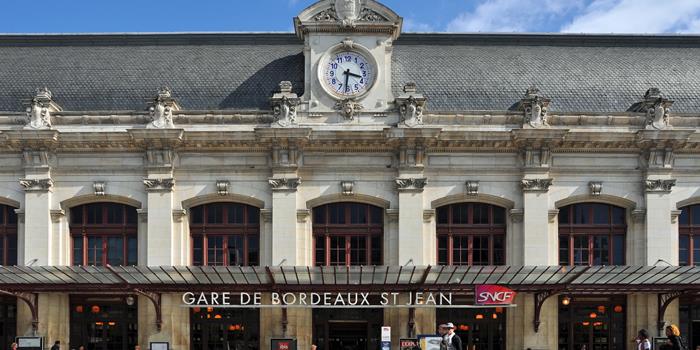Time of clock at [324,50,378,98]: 3:31
